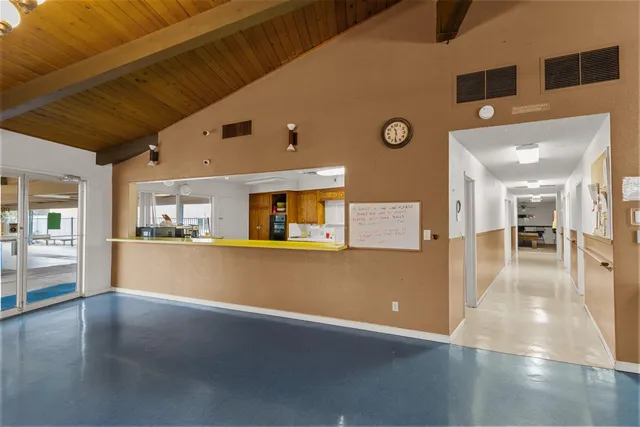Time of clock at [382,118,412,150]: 11:31
